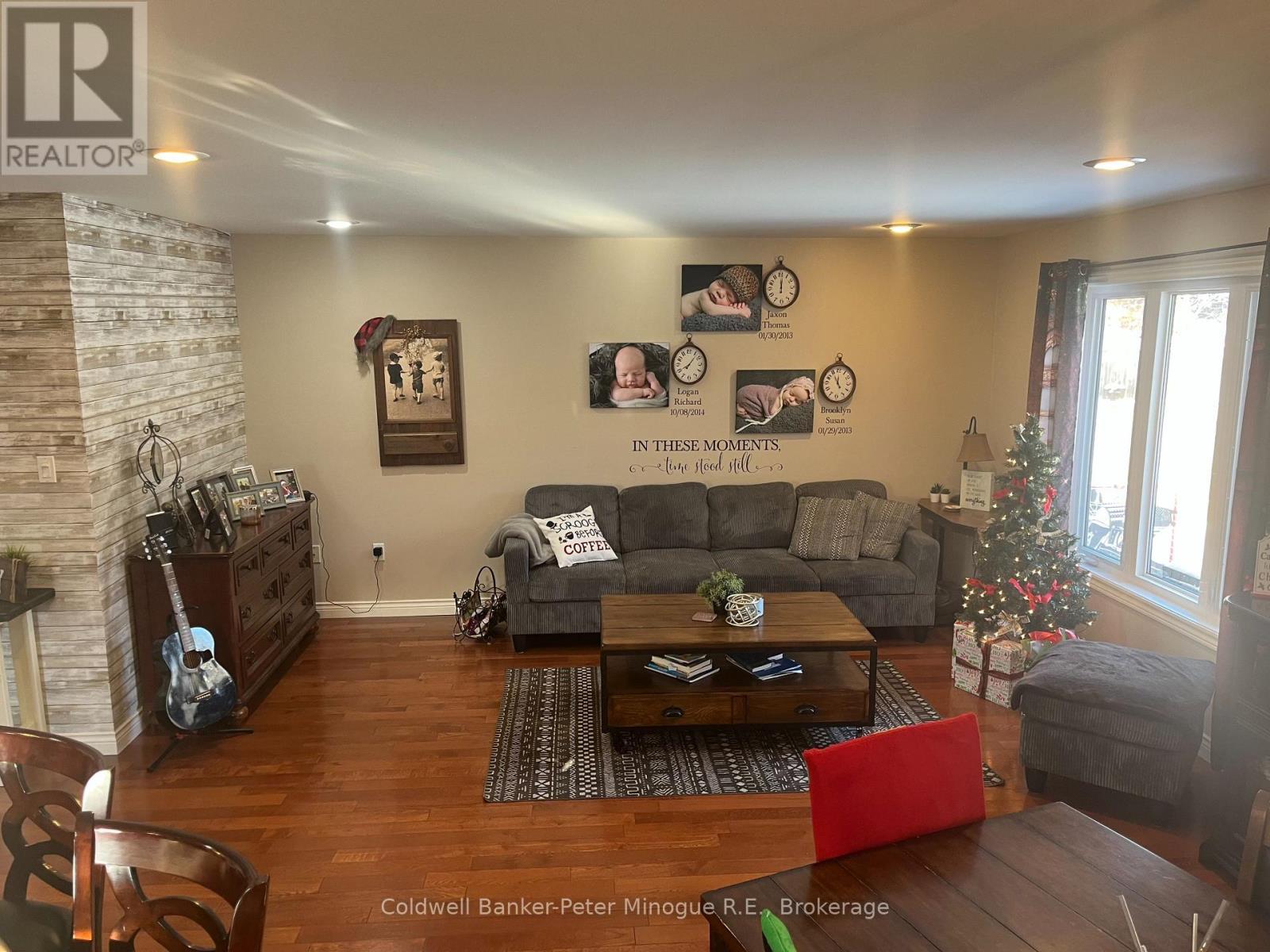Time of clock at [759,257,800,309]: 12:00
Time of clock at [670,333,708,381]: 8:06
